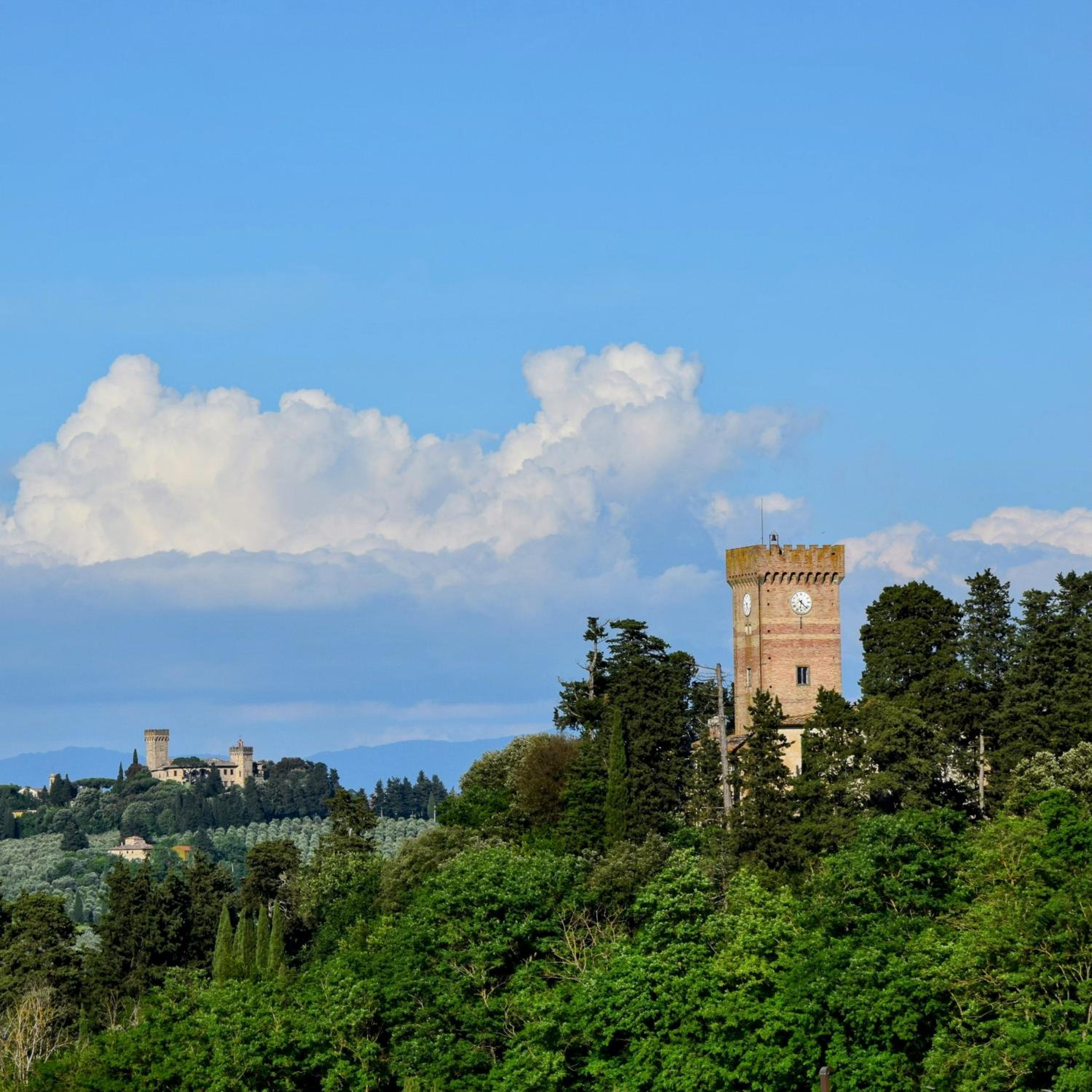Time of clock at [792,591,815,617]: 6:22
